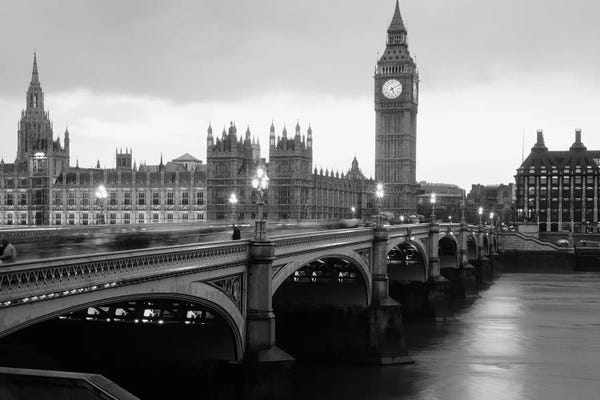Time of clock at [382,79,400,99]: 5:09
